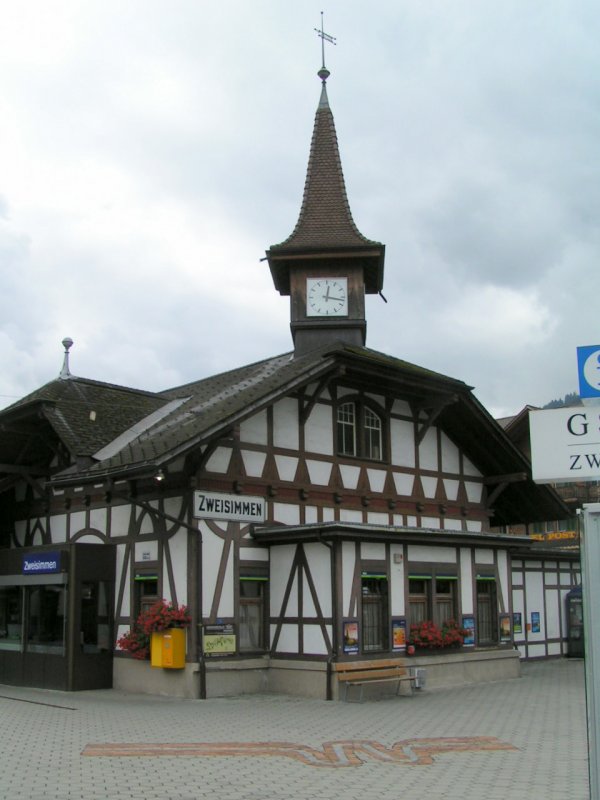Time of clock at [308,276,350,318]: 12:17
